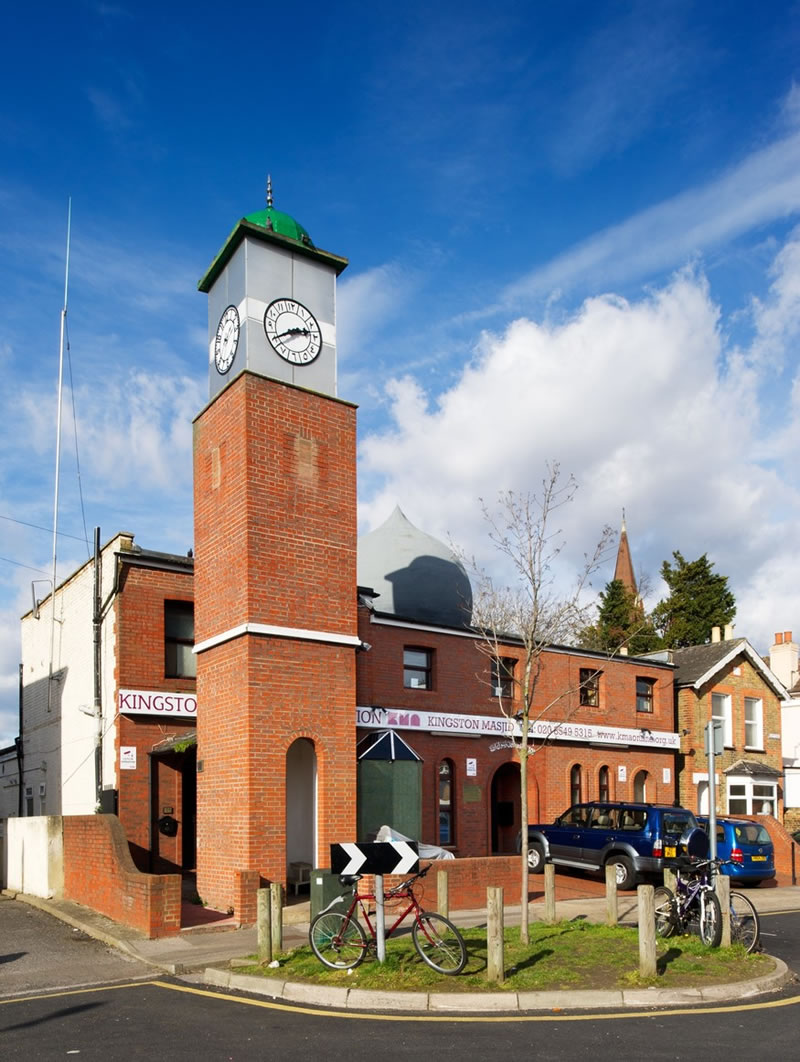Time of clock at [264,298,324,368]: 2:40
